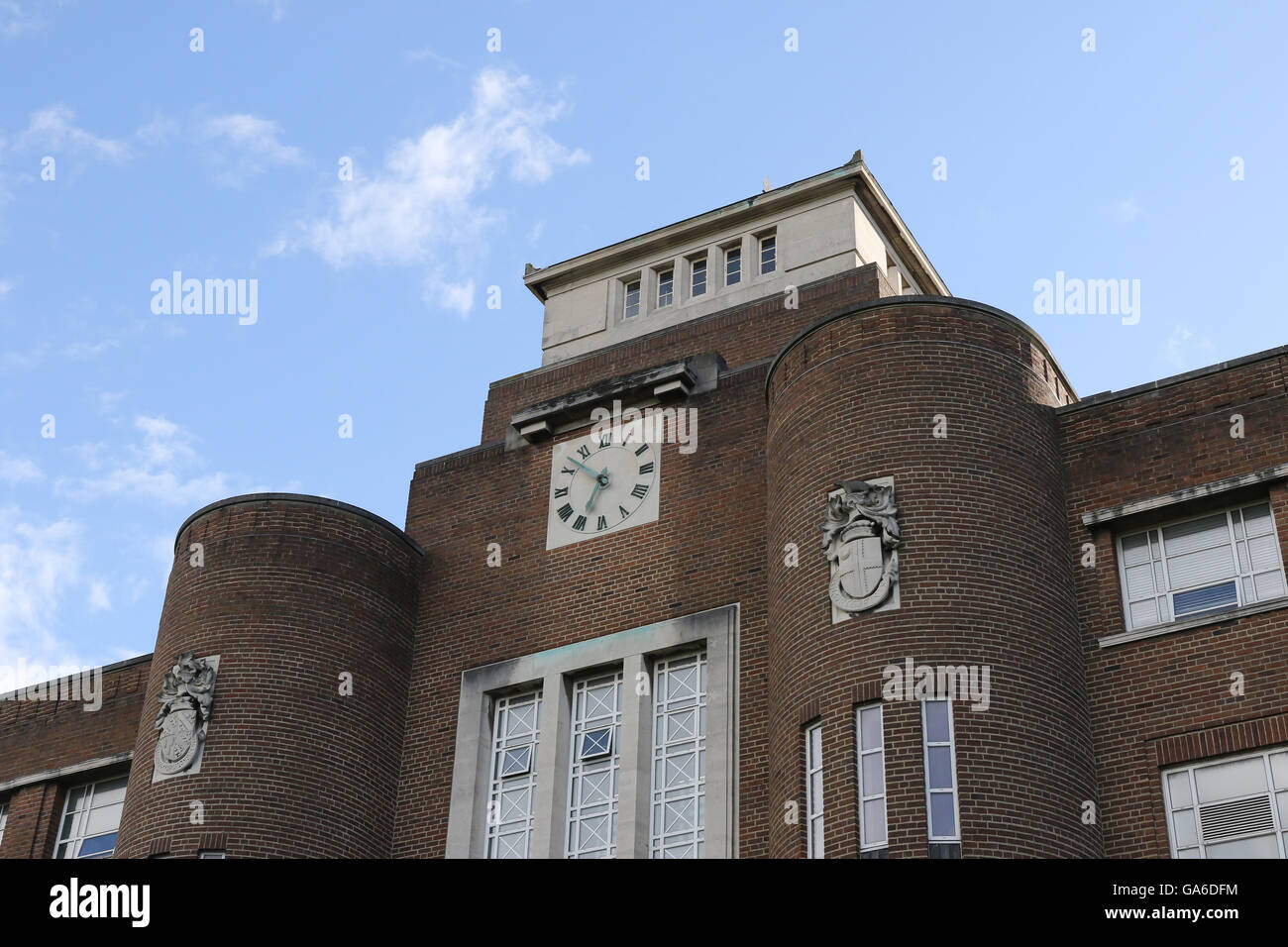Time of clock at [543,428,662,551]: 6:52
